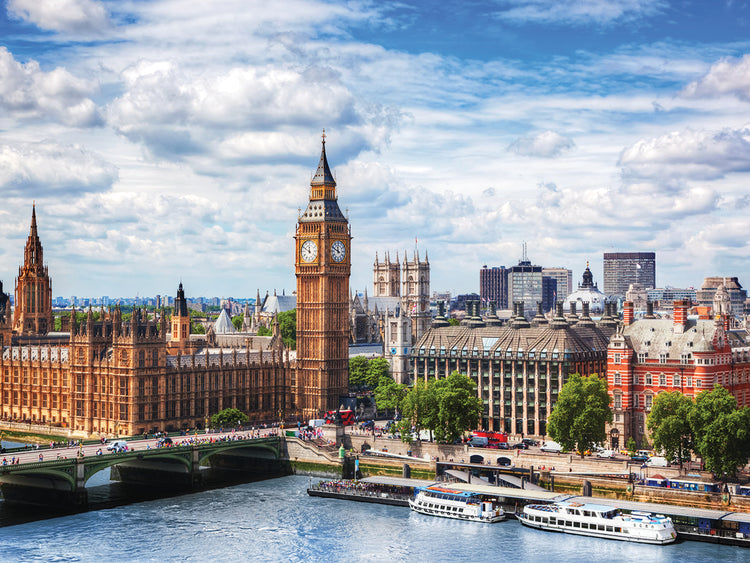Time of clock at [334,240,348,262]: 11:49
